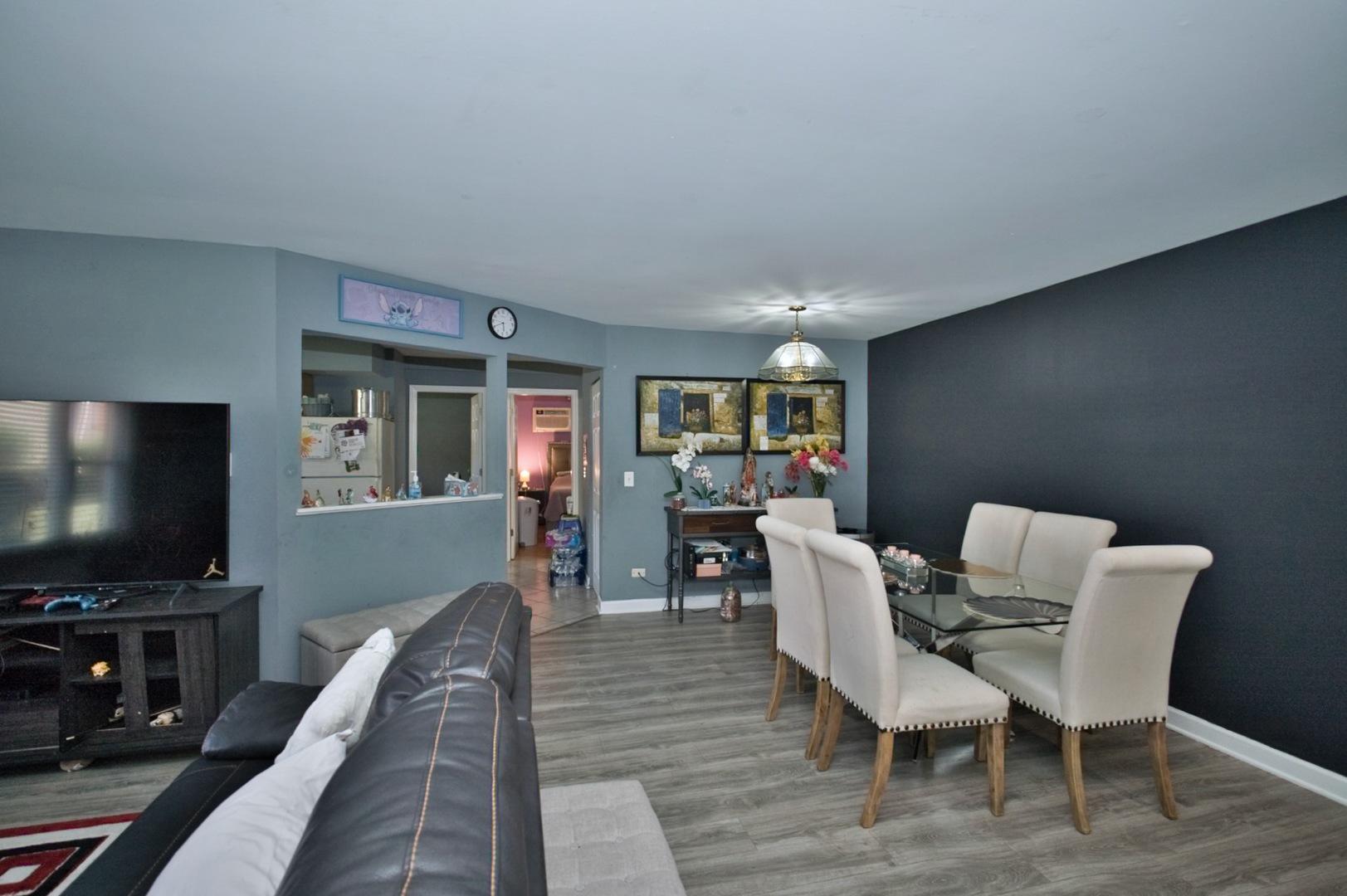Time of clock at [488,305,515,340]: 5:40
